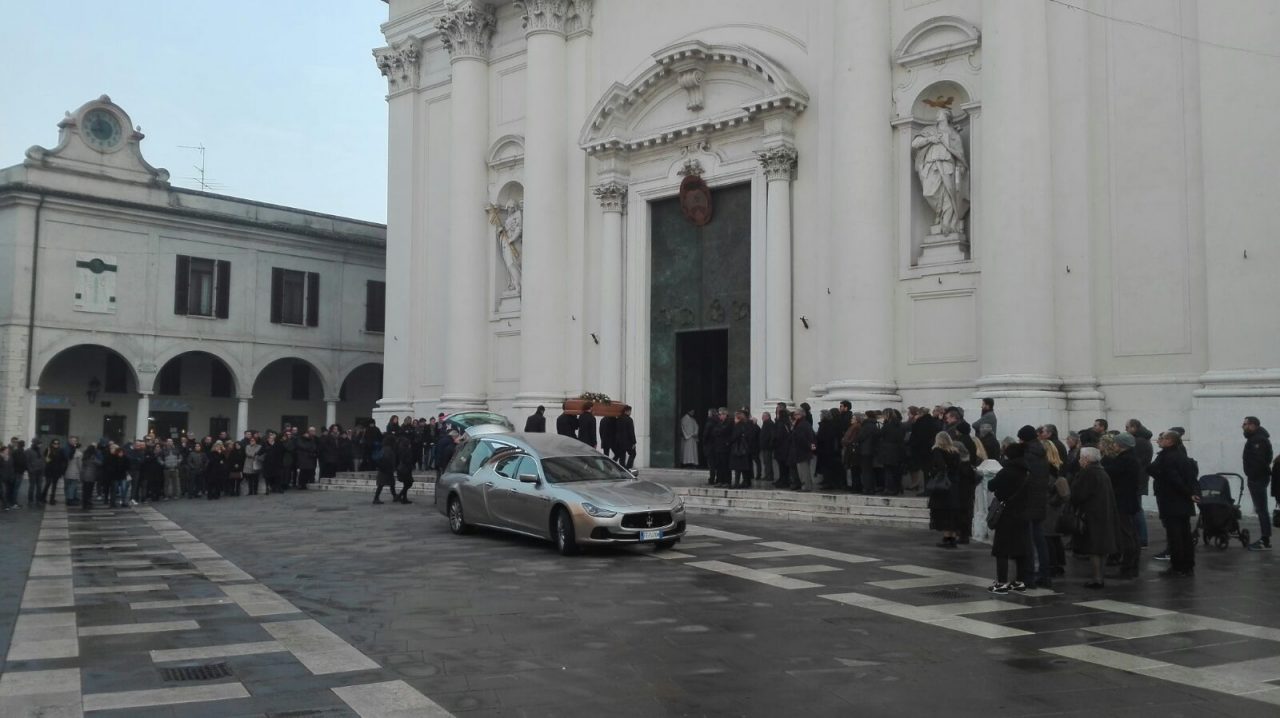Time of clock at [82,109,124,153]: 8:57
